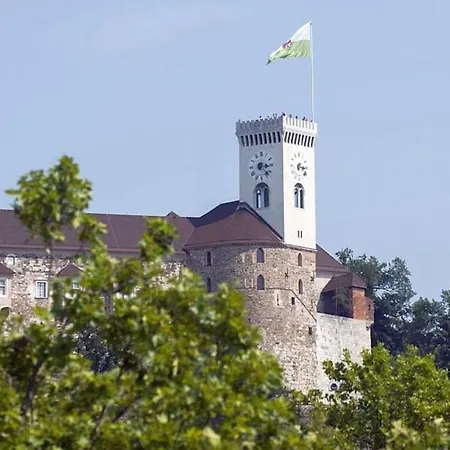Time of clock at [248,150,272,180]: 3:22
